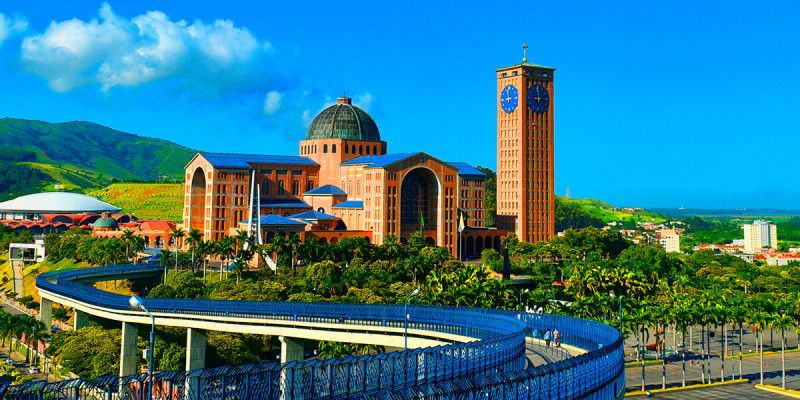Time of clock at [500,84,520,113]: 8:59
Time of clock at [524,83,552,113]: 8:59
